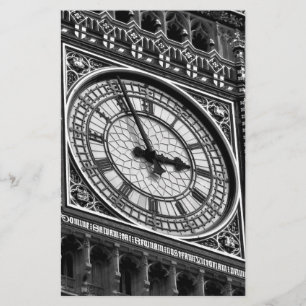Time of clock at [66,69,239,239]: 2:56
